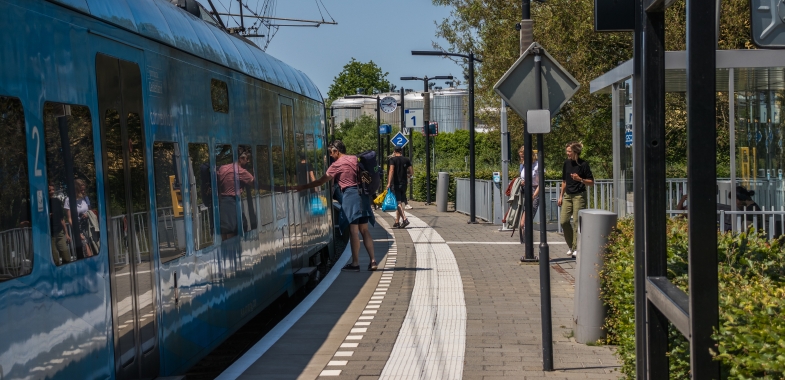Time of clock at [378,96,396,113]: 1:45
